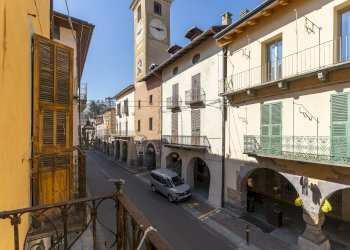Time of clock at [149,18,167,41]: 2:46
